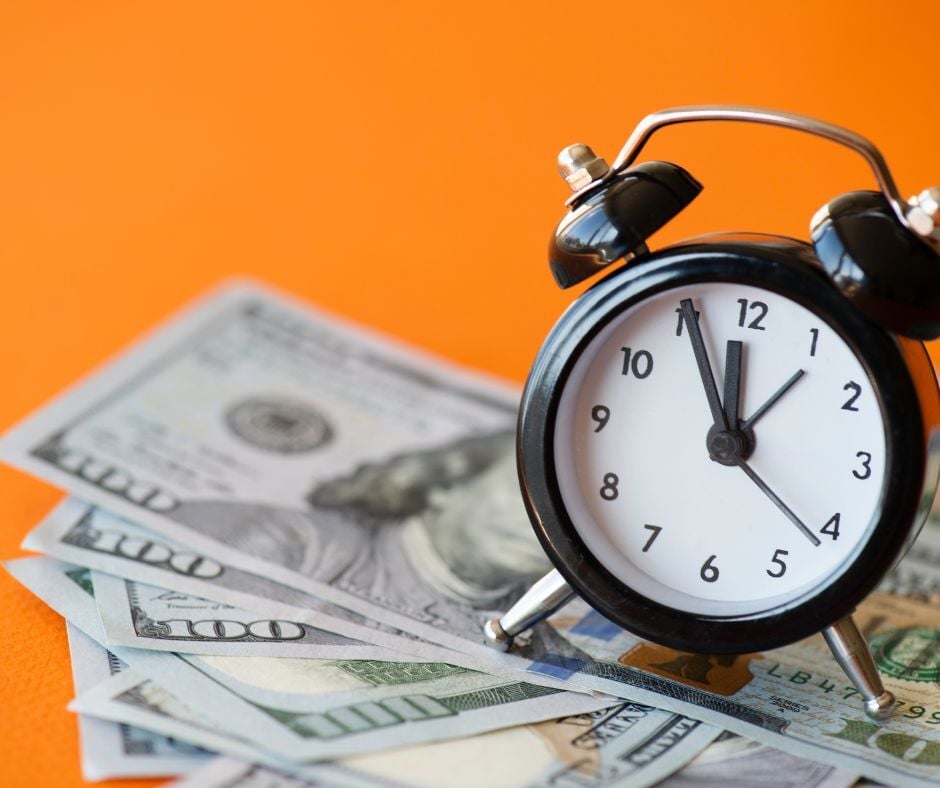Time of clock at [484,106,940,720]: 11:55
